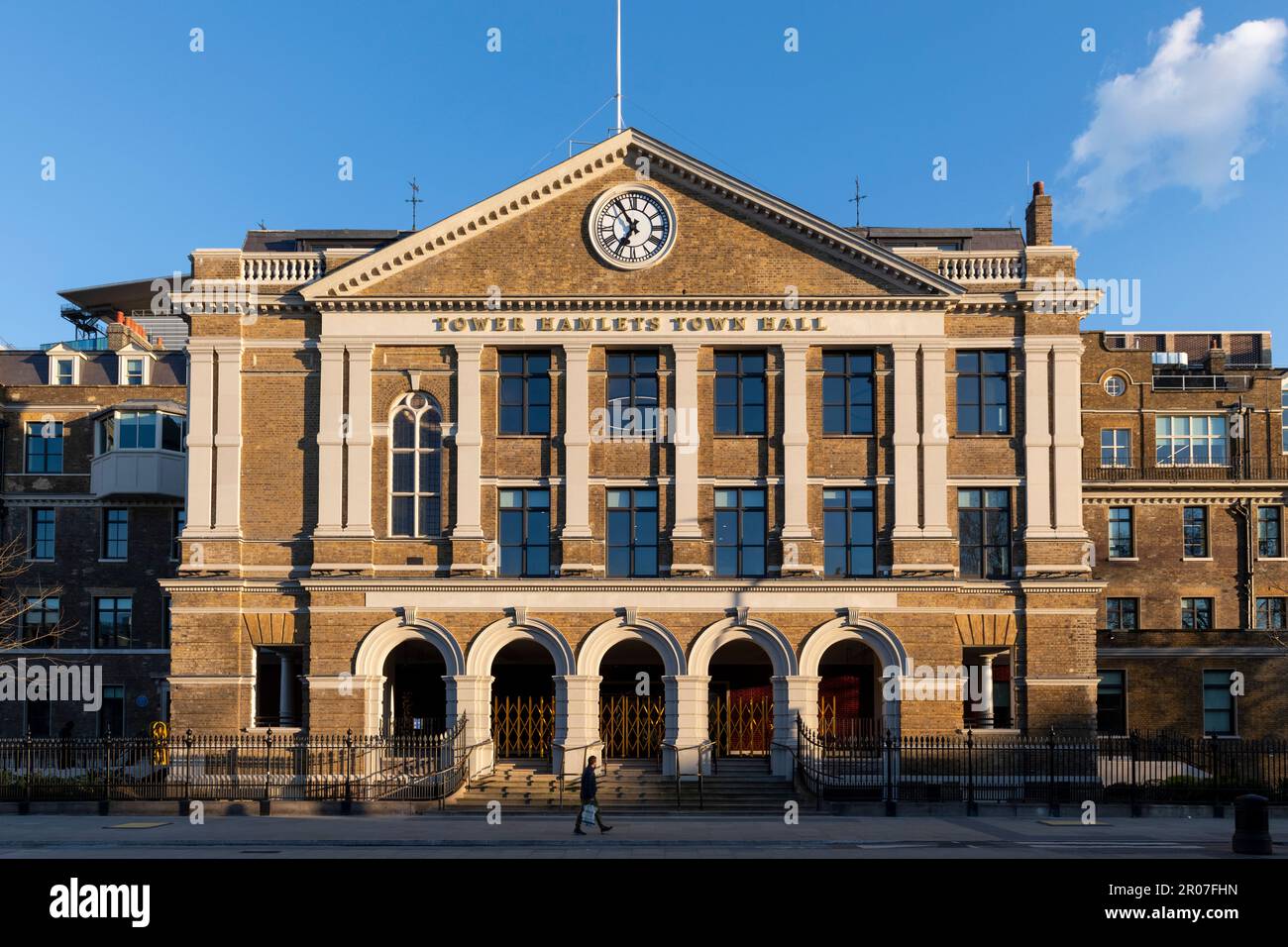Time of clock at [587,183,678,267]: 6:54
